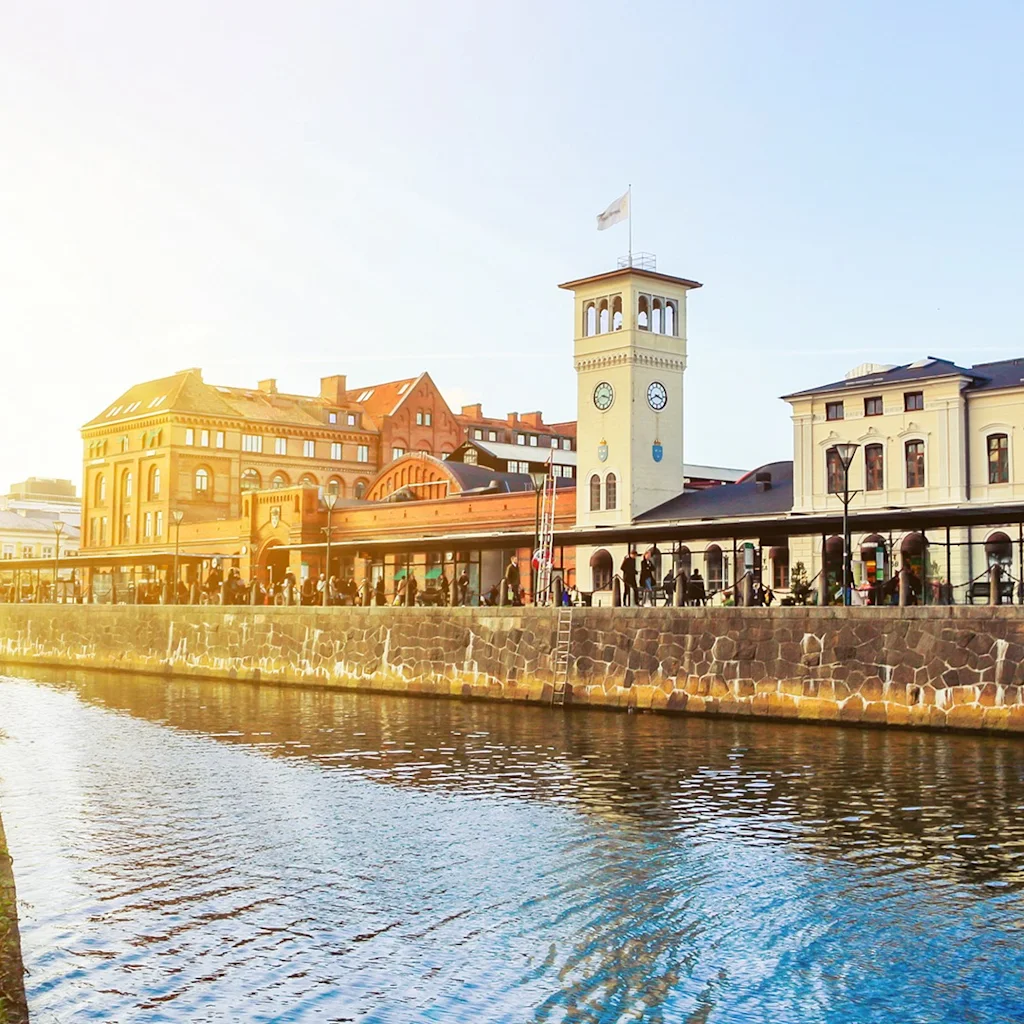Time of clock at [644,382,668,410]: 3:40
